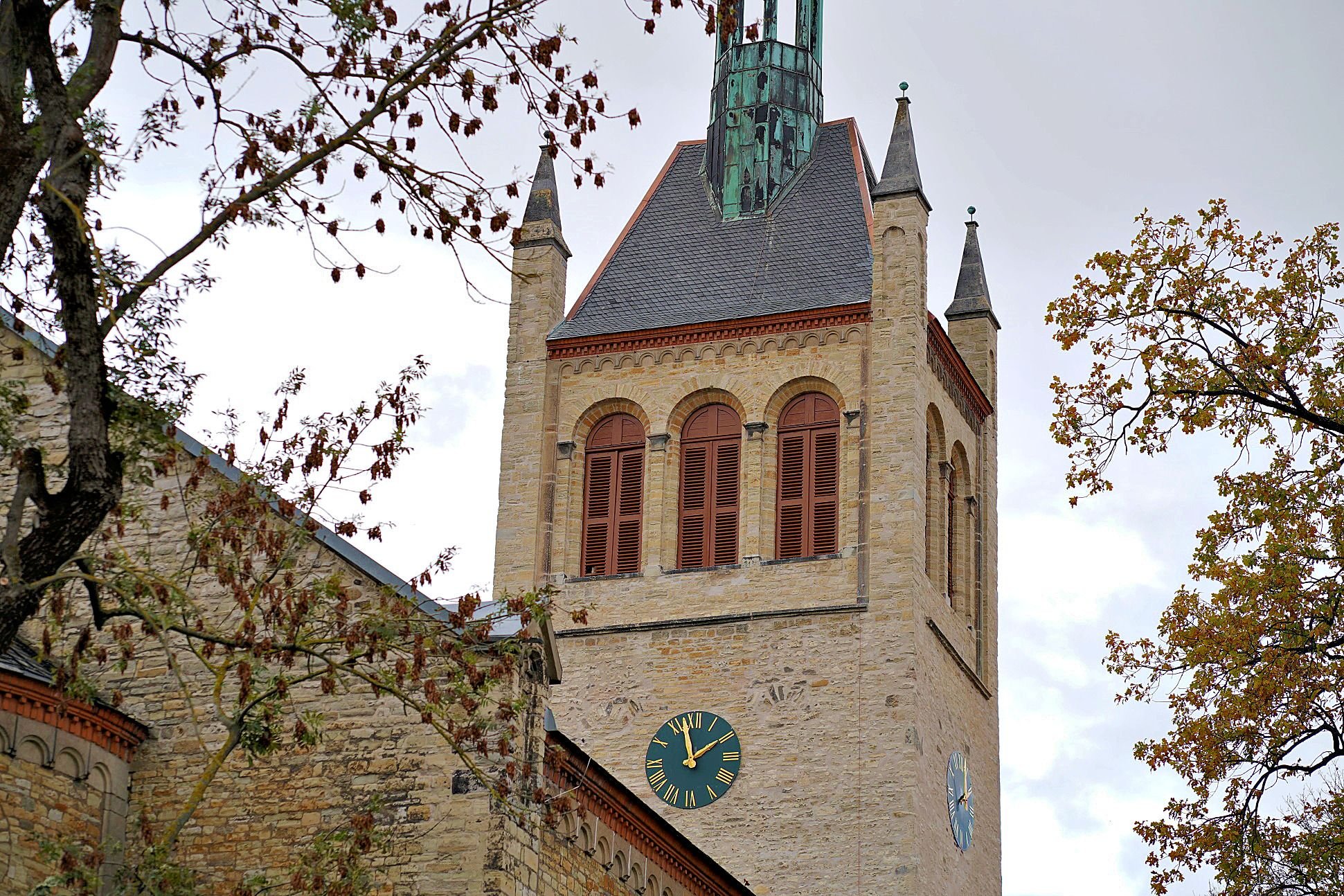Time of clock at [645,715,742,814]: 1:57
